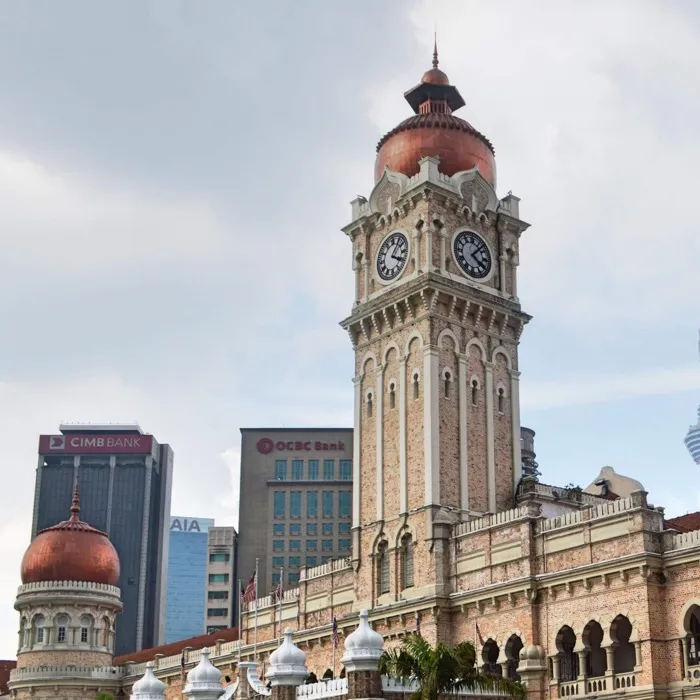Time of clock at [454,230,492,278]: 4:07
